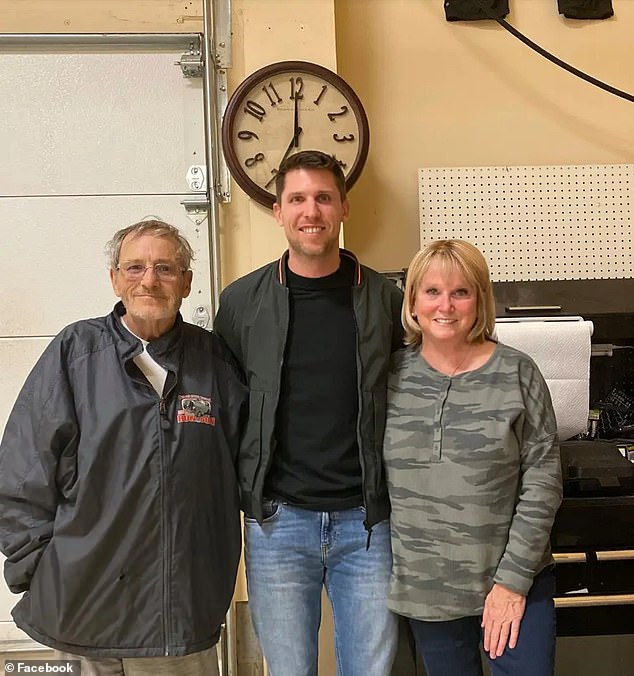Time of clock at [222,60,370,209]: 7:00
